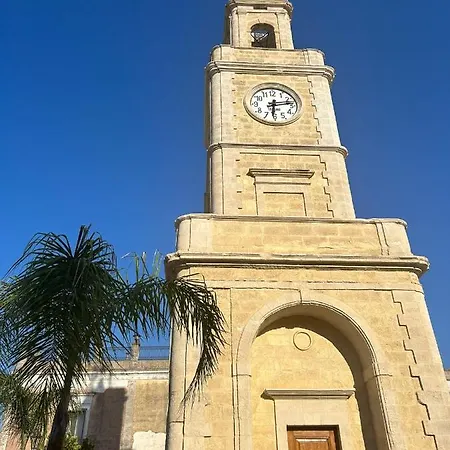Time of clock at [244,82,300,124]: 6:13
